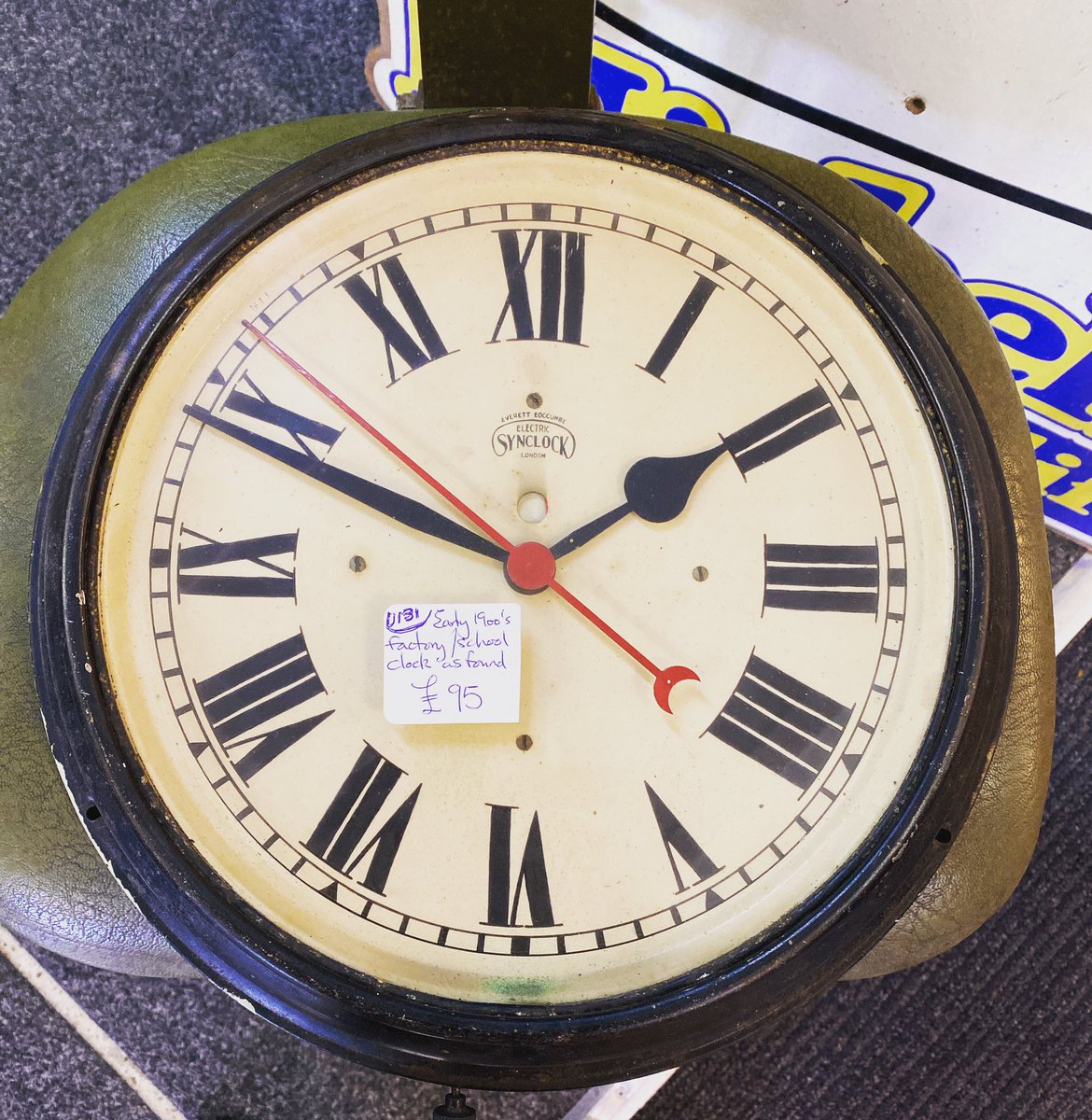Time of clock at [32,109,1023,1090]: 1:48
